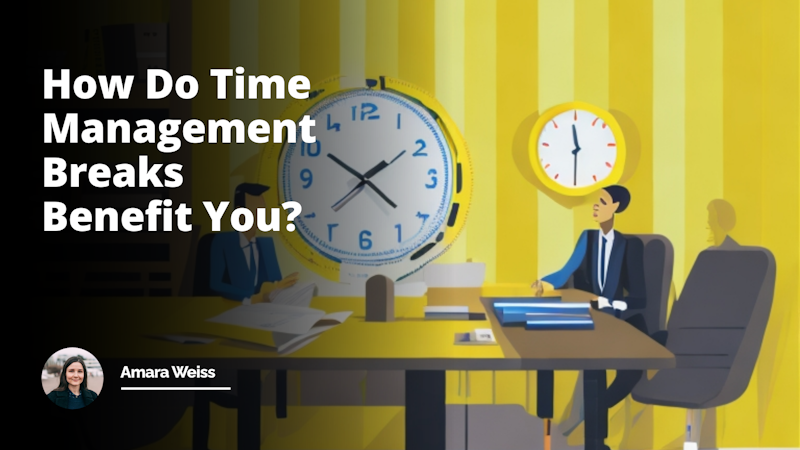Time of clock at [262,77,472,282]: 1:50
